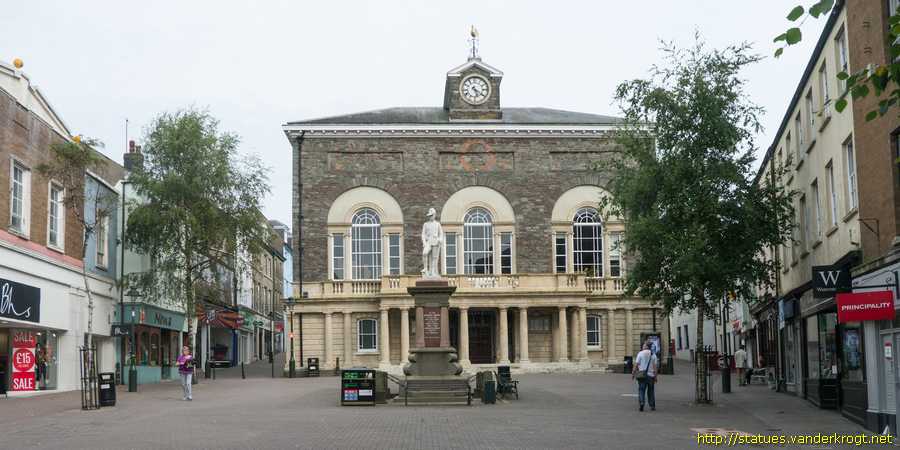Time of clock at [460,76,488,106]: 5:20
